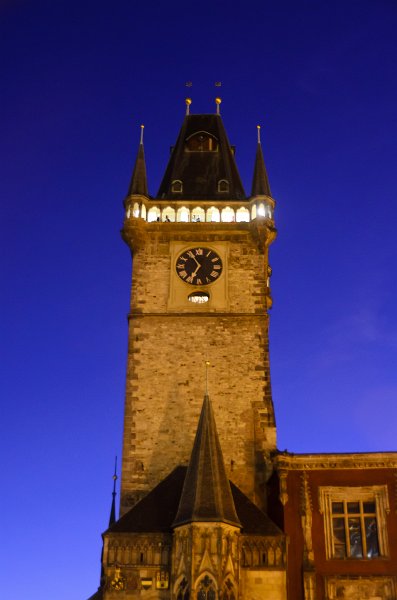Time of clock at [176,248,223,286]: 6:55
